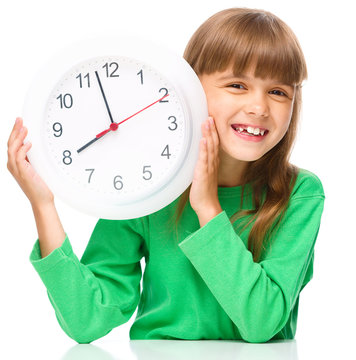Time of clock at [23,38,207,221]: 7:57
